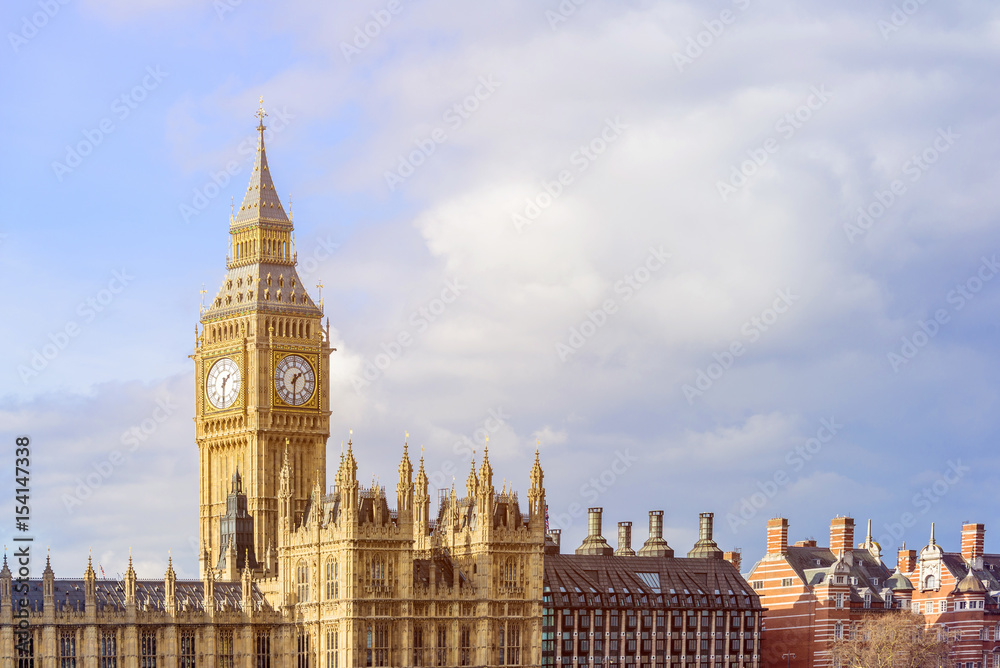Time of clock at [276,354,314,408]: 1:30
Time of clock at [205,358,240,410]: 1:30
